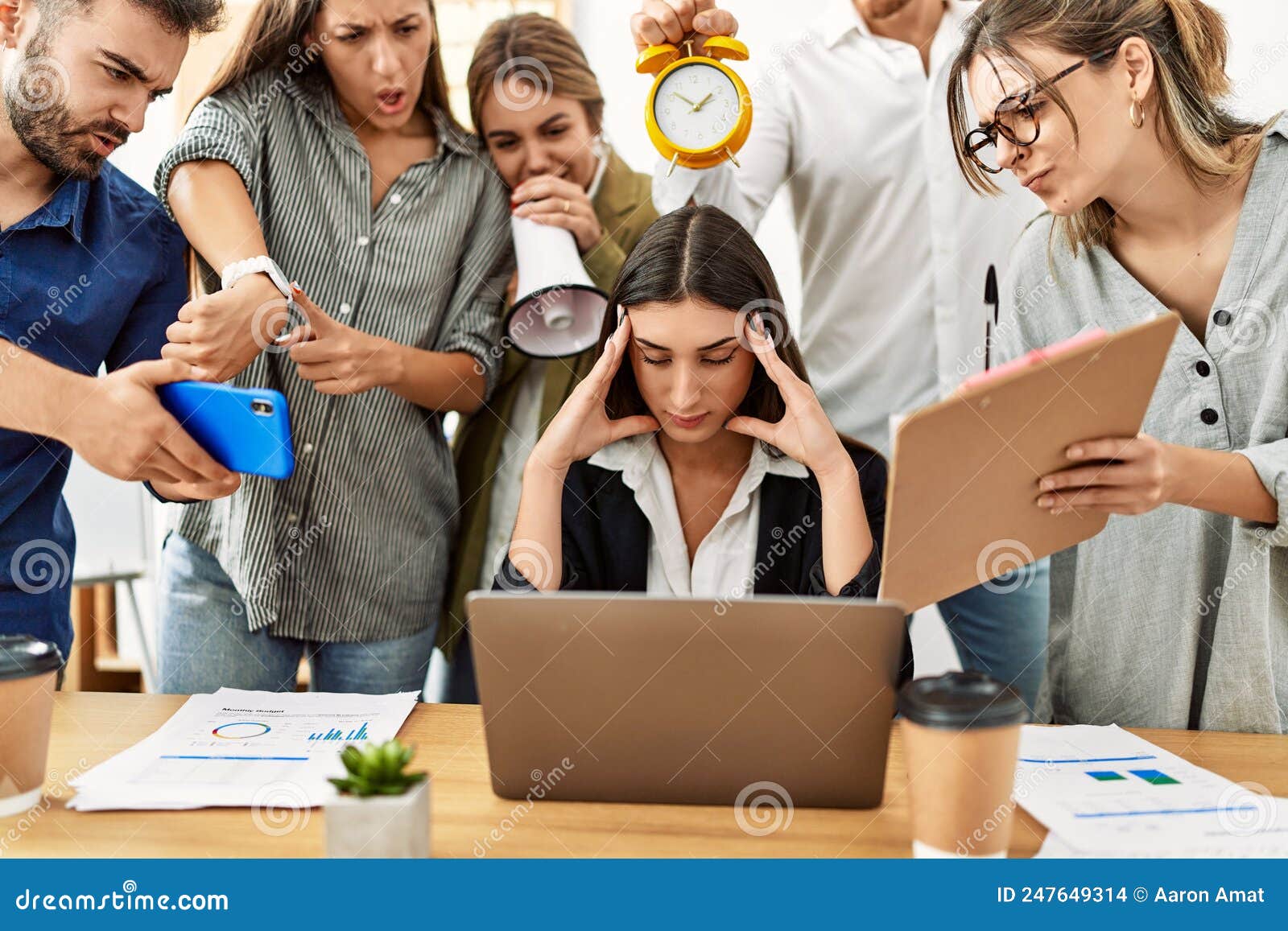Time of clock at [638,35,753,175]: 1:51
